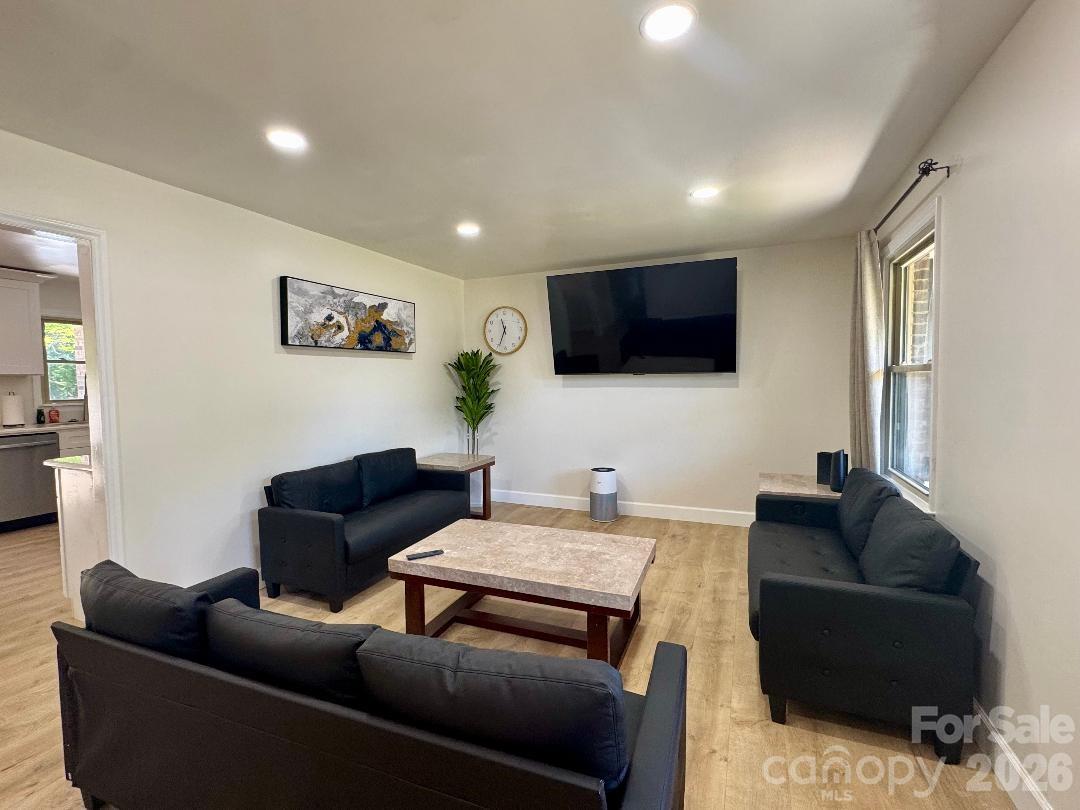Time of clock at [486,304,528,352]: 11:33
